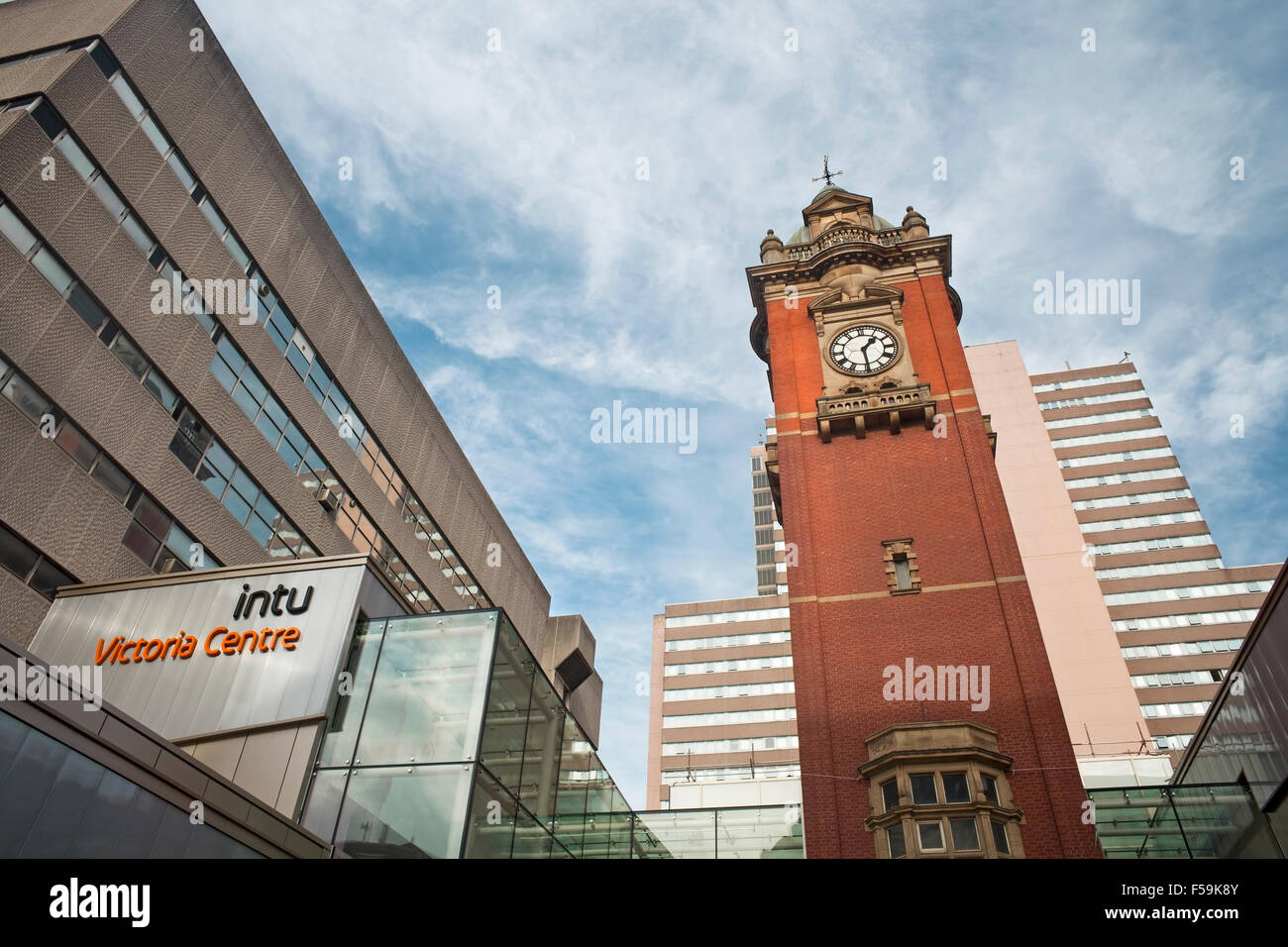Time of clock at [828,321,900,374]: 1:29
